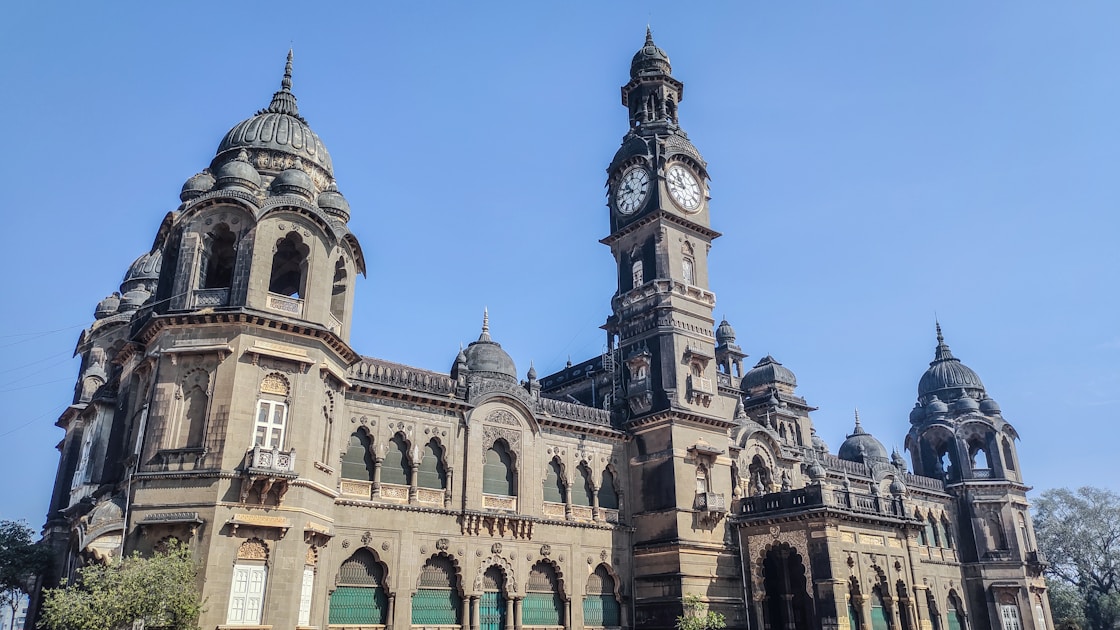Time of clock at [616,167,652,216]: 10:45
